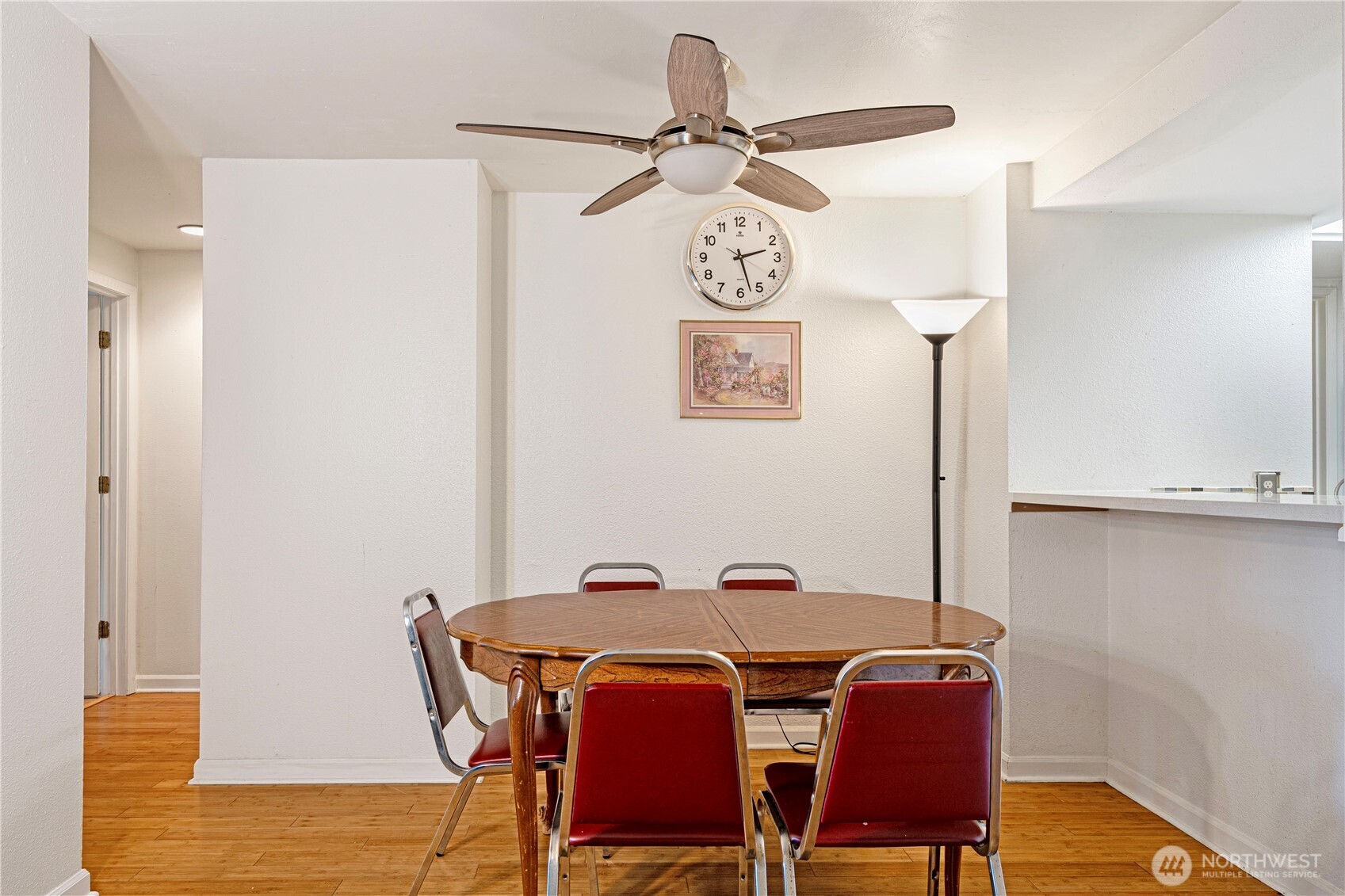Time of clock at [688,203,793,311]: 2:27
